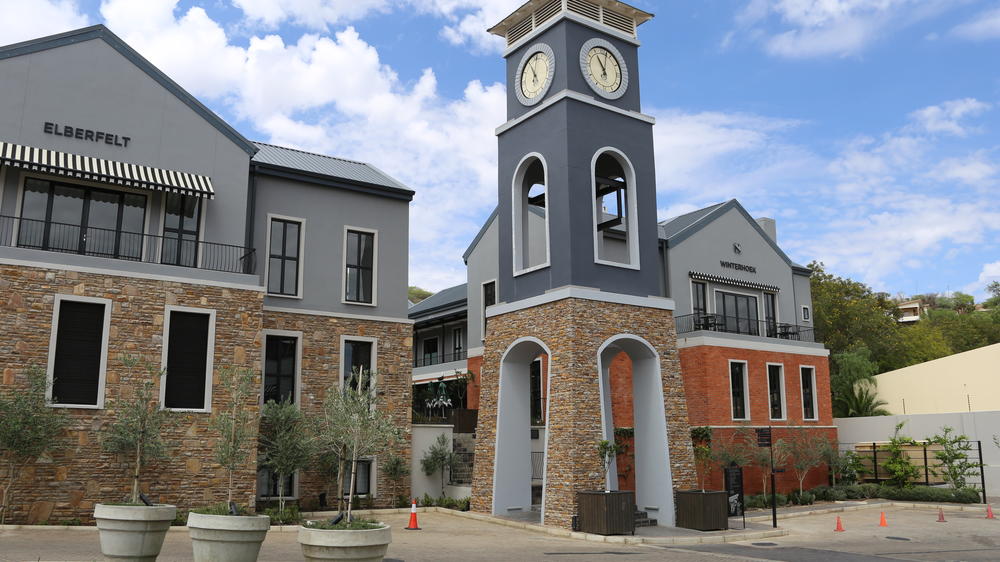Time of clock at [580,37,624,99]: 11:02
